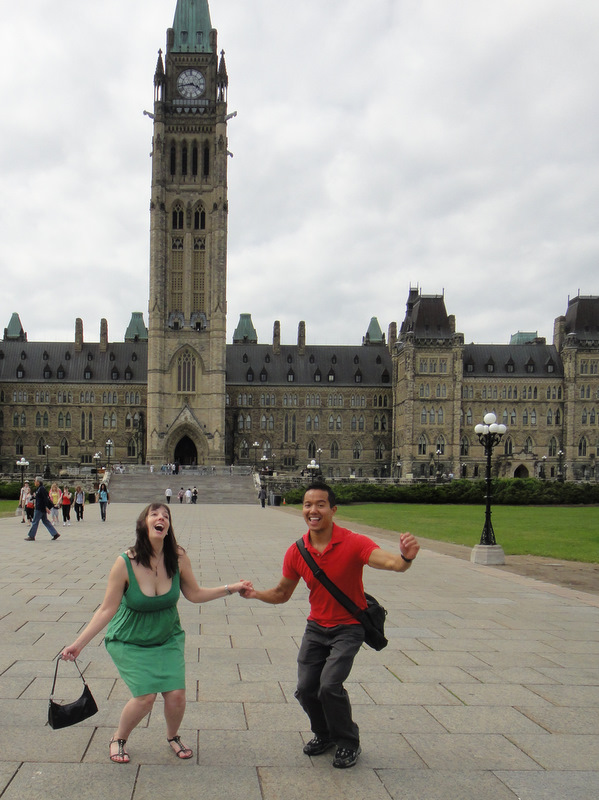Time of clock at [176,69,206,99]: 3:43
